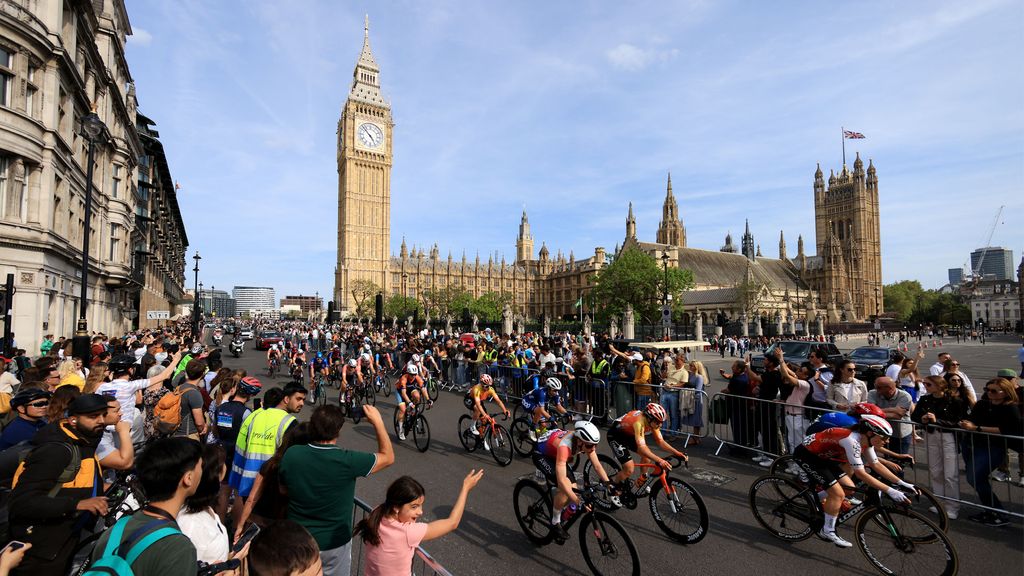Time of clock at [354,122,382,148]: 4:52
